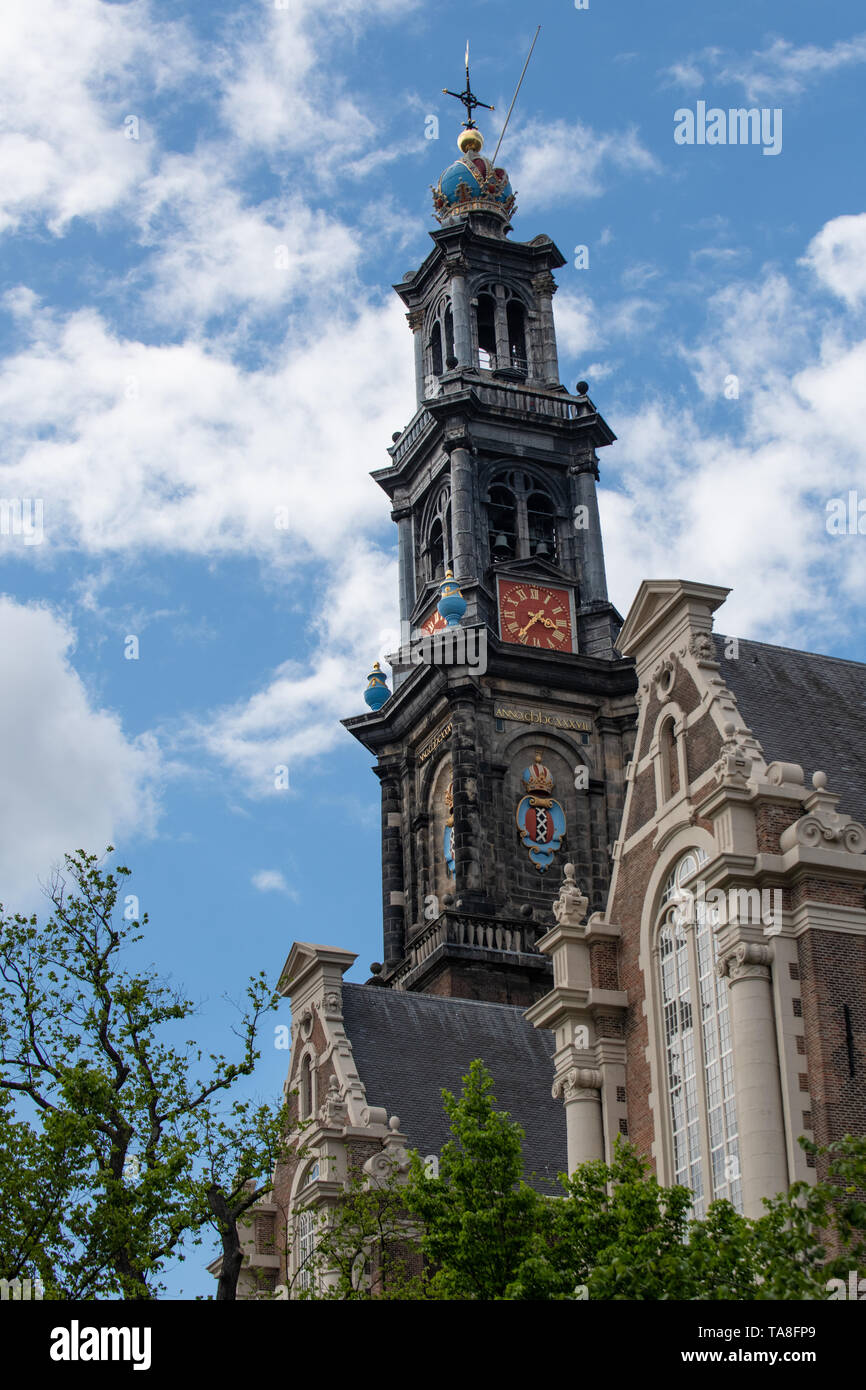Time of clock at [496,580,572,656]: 3:36
